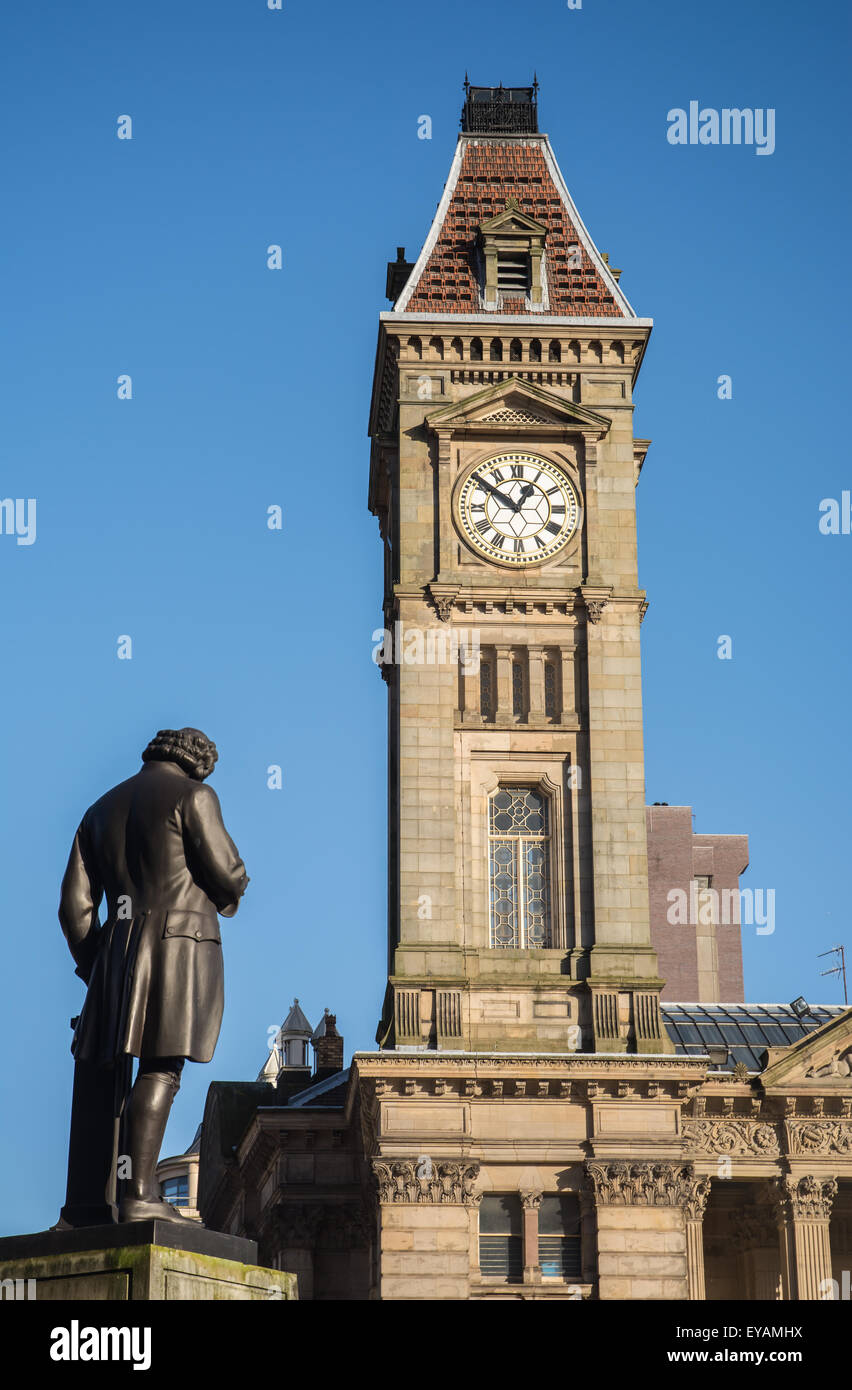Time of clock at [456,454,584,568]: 12:51
